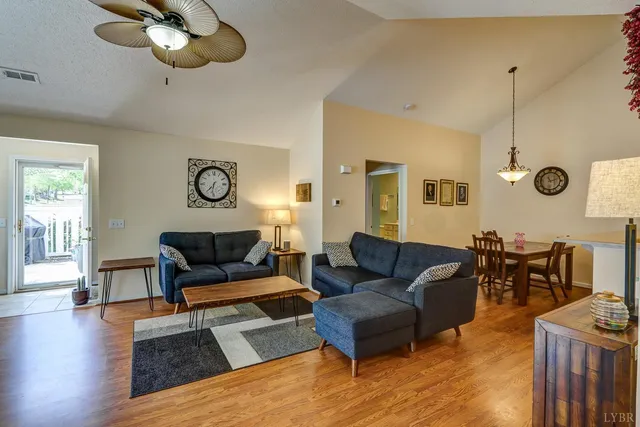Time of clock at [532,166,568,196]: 11:12
